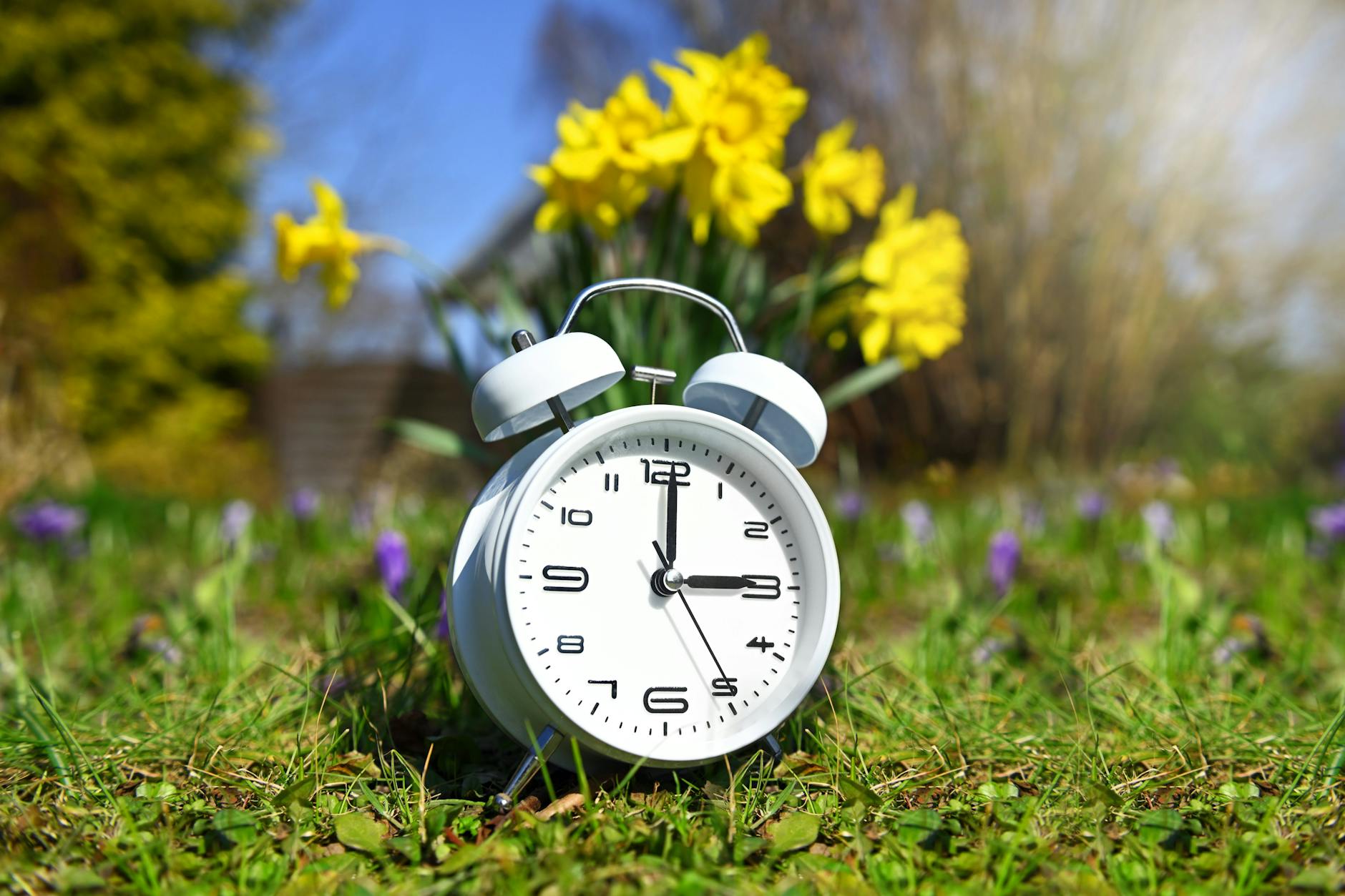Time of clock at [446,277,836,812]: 3:00
